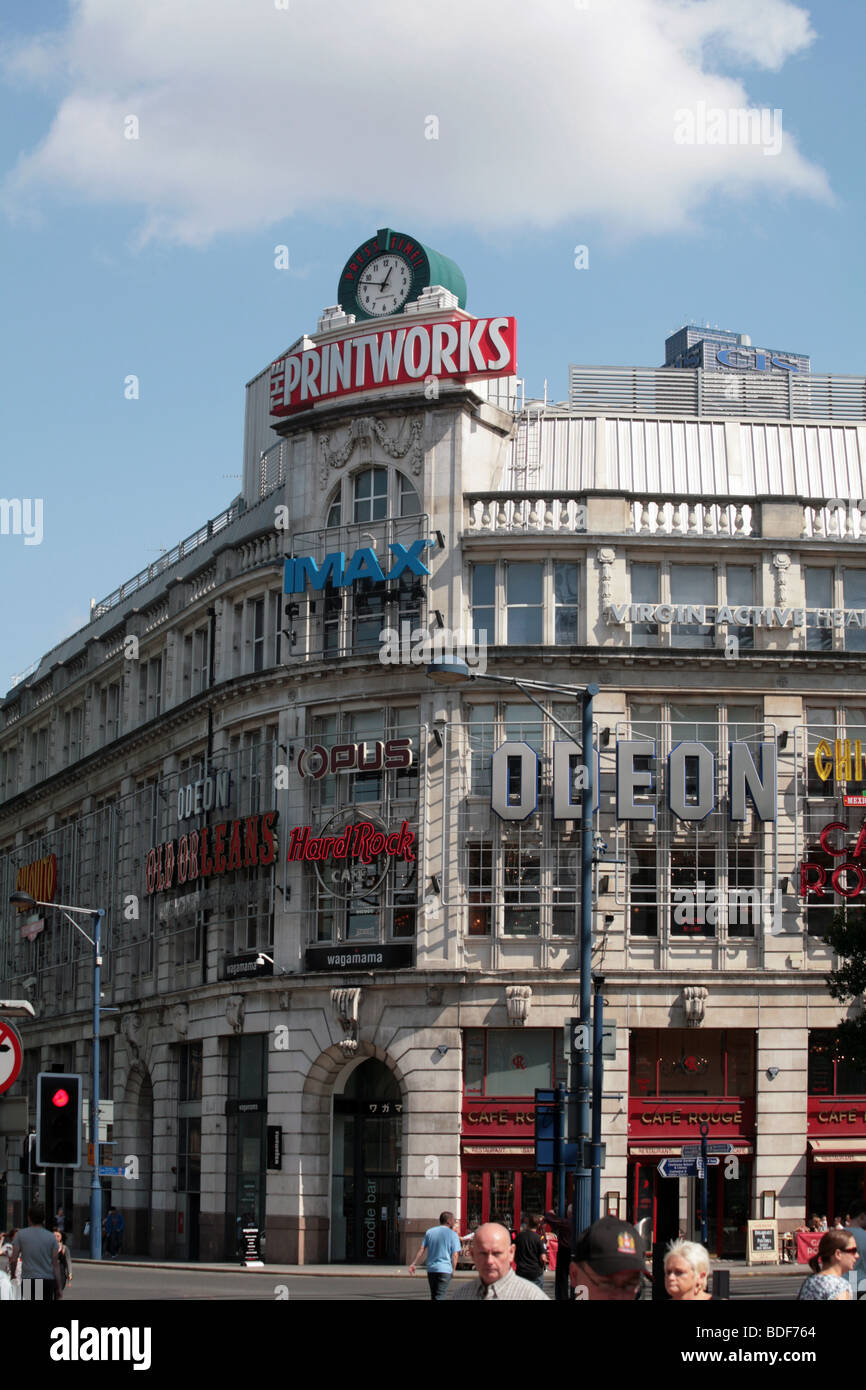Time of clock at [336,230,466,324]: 12:47
